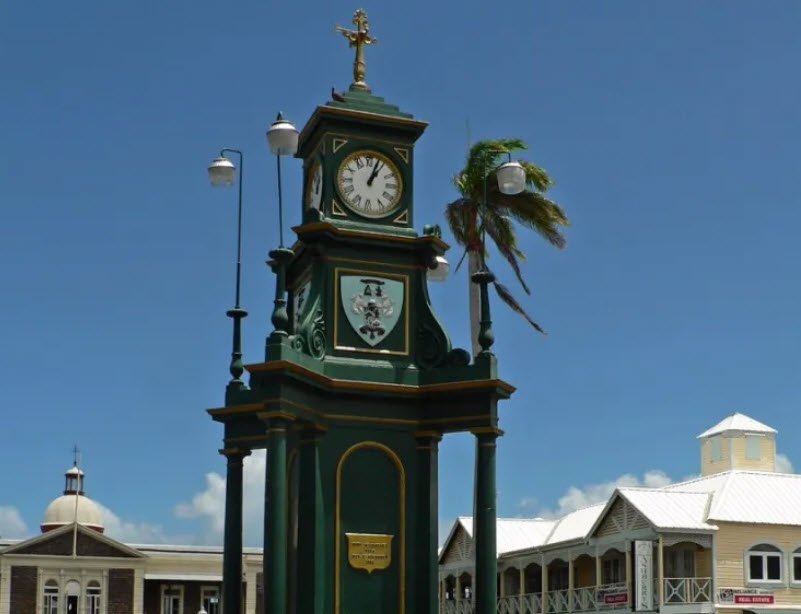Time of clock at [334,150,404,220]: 1:03
